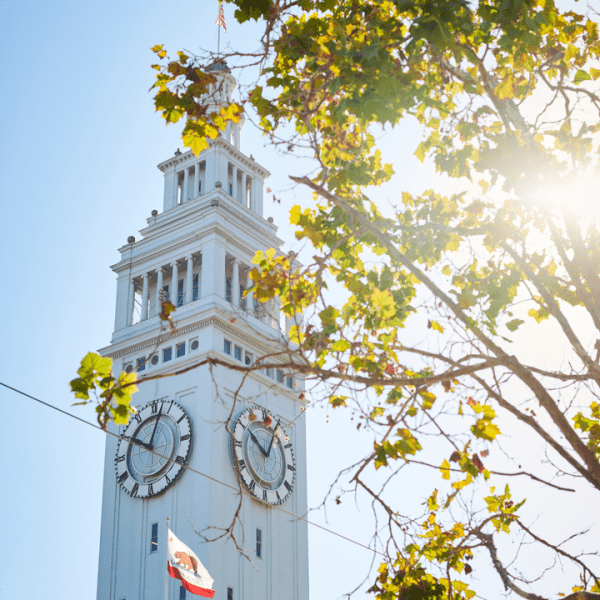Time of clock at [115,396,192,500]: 10:02
